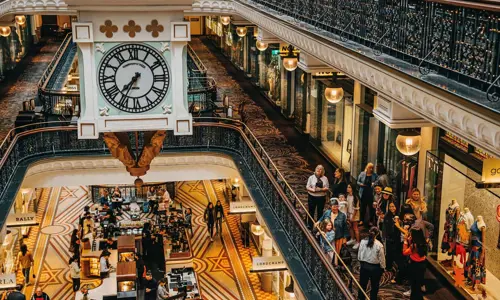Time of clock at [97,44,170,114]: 7:35
